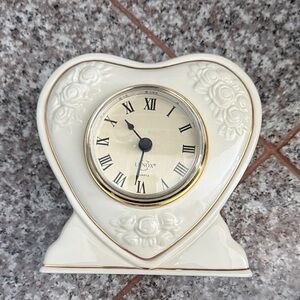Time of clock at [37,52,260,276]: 10:31
